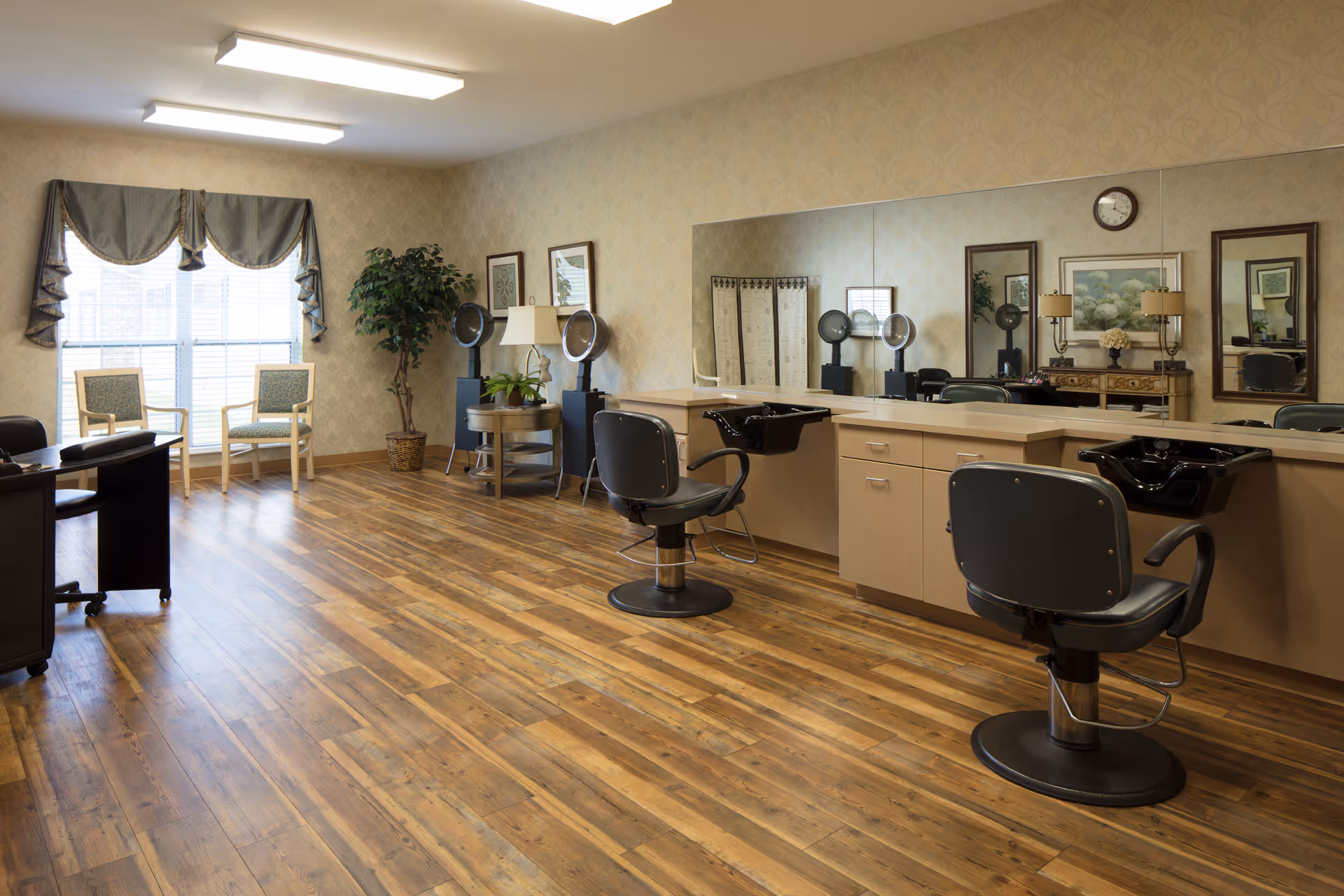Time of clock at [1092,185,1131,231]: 12:21
